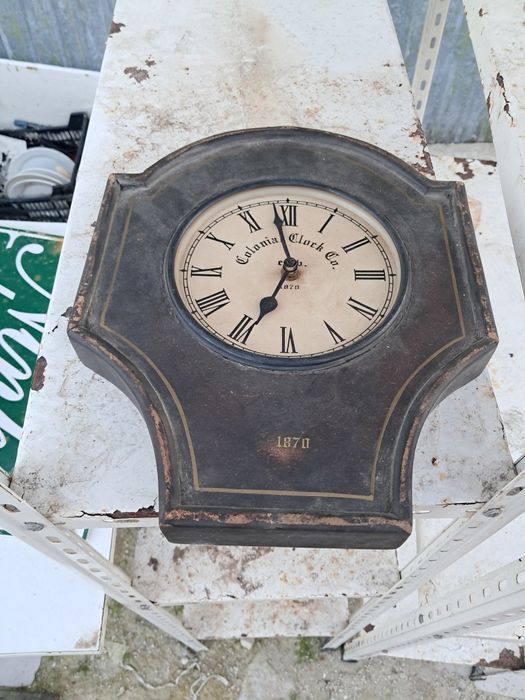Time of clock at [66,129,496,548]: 6:58
